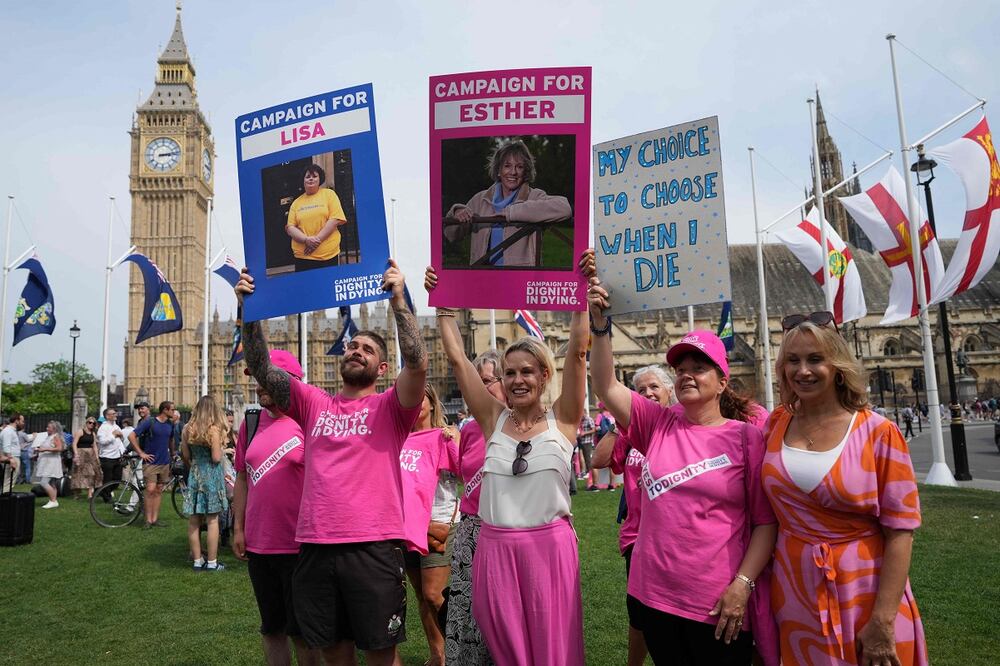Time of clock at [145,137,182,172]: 3:13
